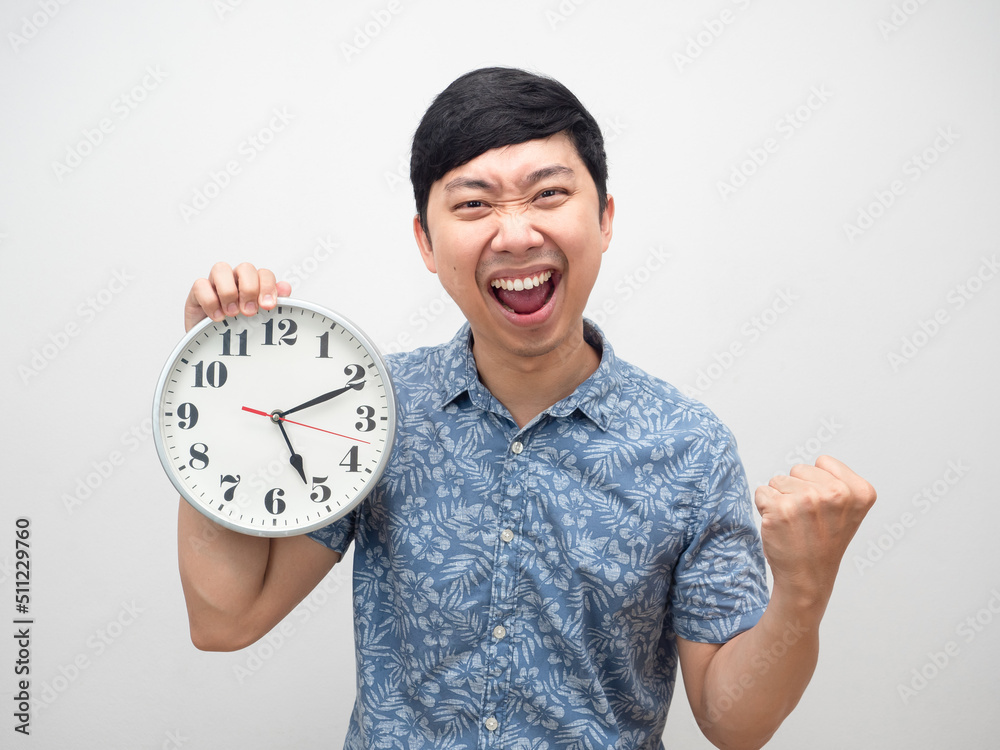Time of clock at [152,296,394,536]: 5:11
